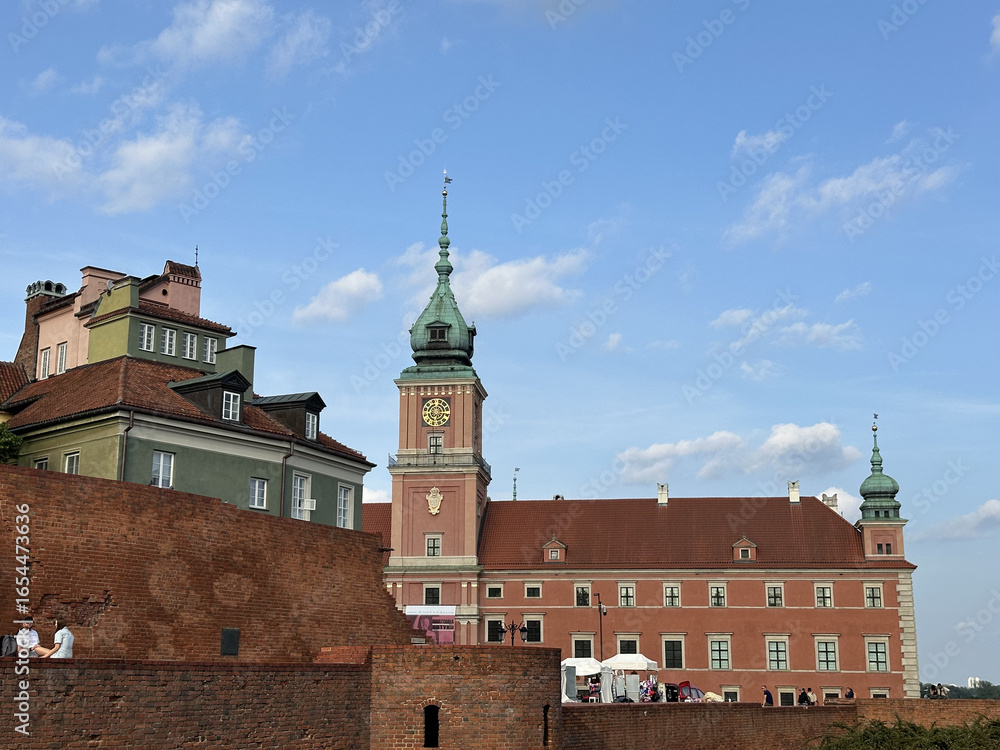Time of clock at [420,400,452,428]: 6:14
